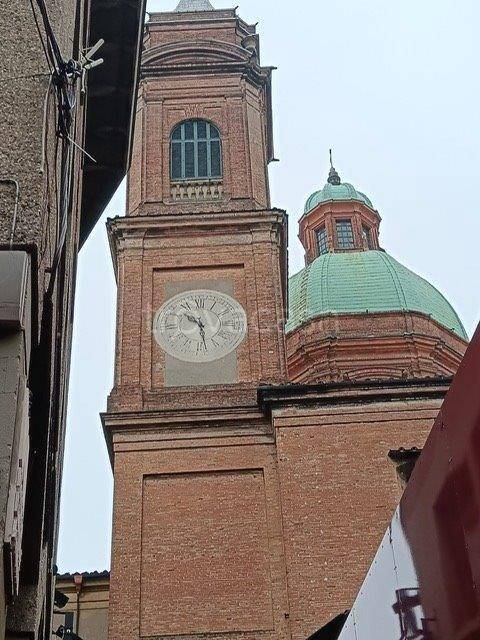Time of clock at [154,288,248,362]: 10:28
